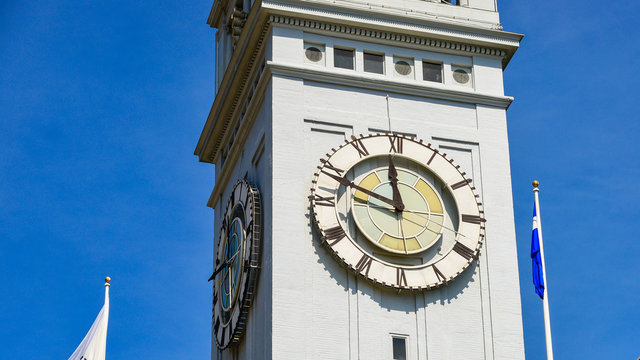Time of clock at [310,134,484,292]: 11:48
